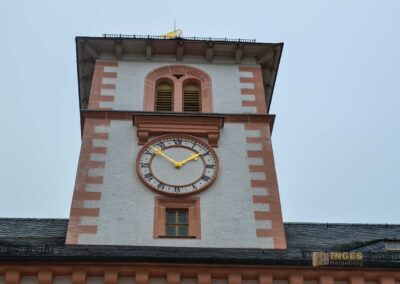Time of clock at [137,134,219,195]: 1:52
